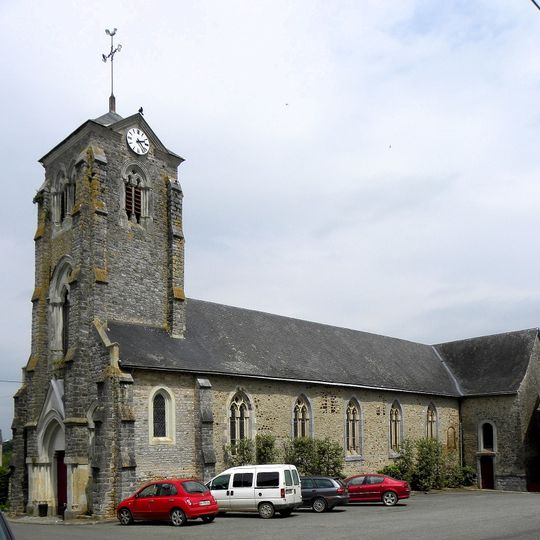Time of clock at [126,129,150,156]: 2:23
